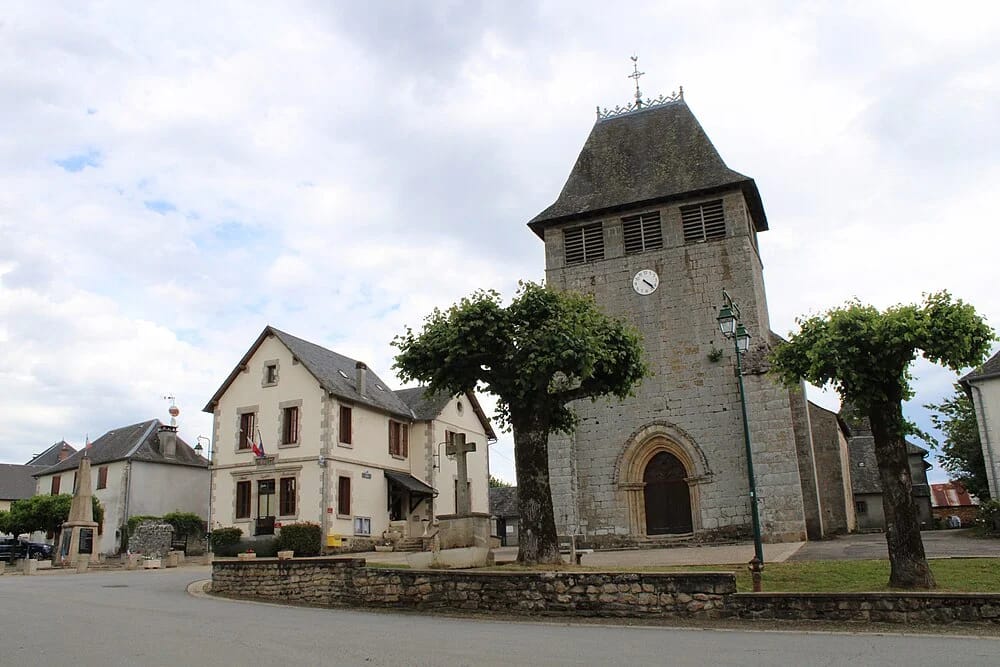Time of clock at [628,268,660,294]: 4:22
